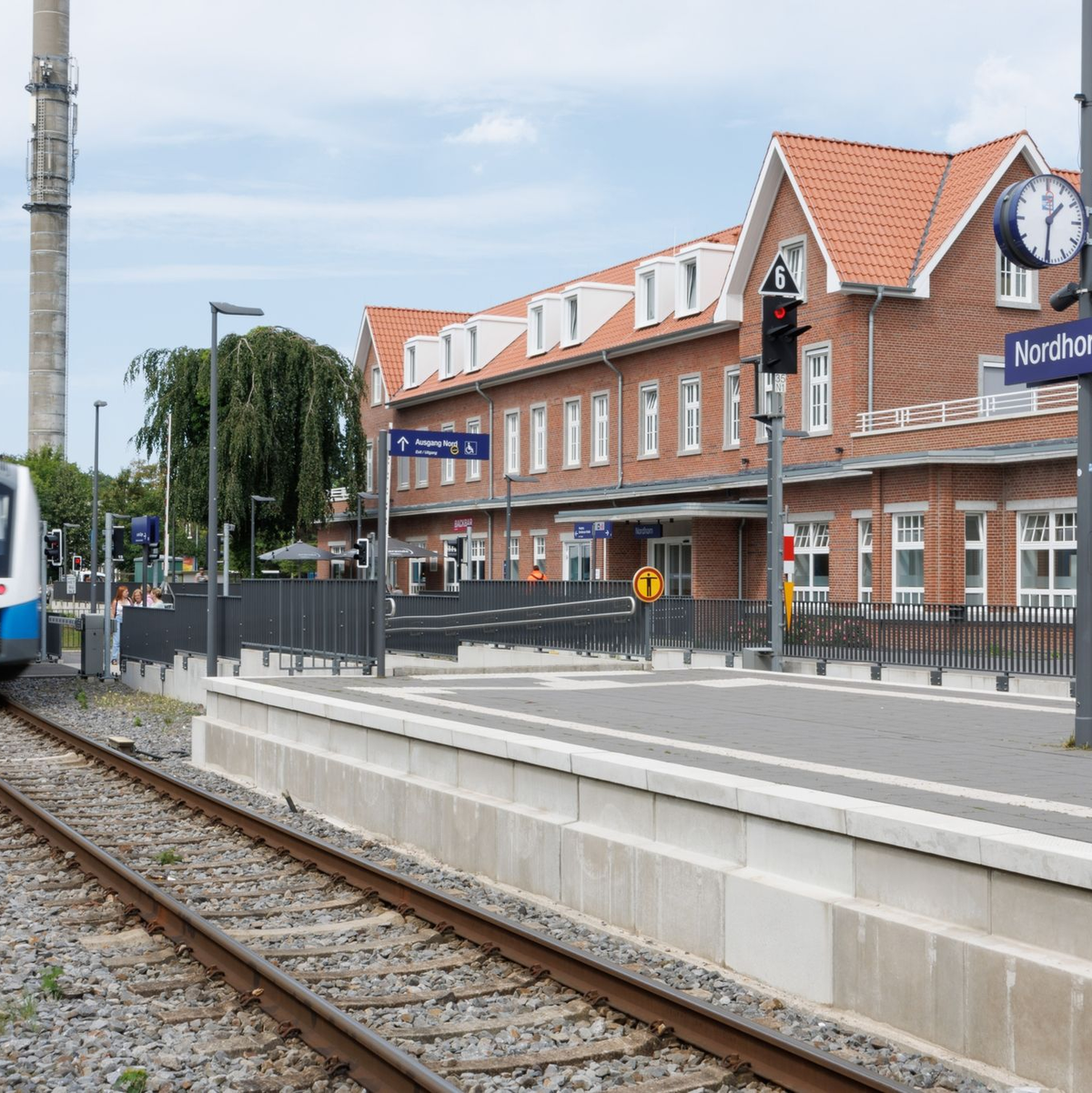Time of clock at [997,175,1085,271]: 1:30
